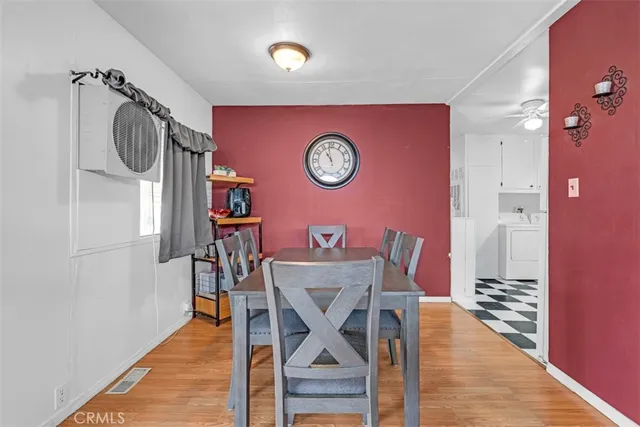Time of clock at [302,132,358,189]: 10:58
